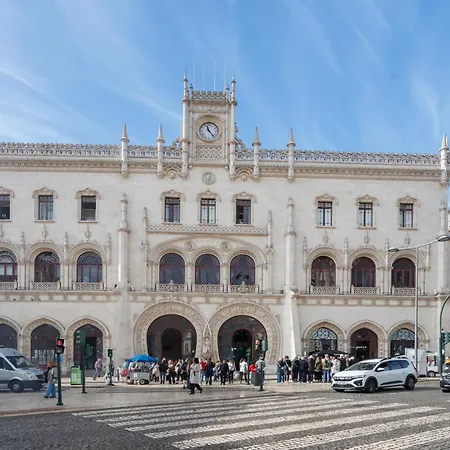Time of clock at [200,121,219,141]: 11:23
